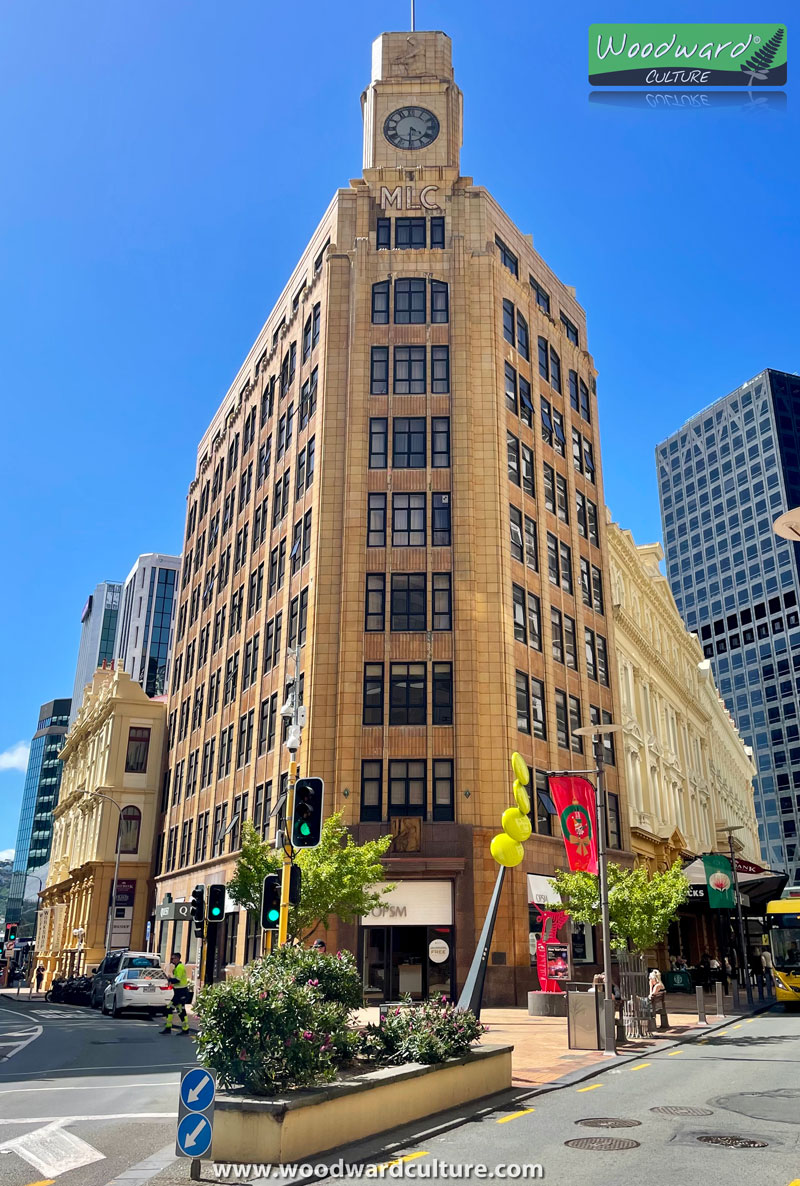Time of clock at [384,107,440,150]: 4:30
